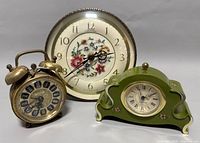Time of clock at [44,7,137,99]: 2:38
